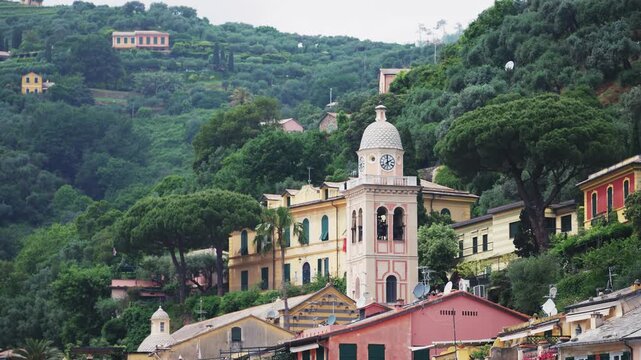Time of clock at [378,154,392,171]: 1:59
